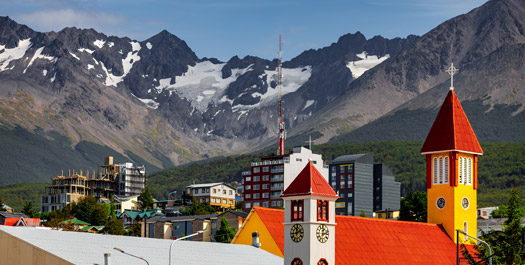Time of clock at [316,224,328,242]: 12:12
